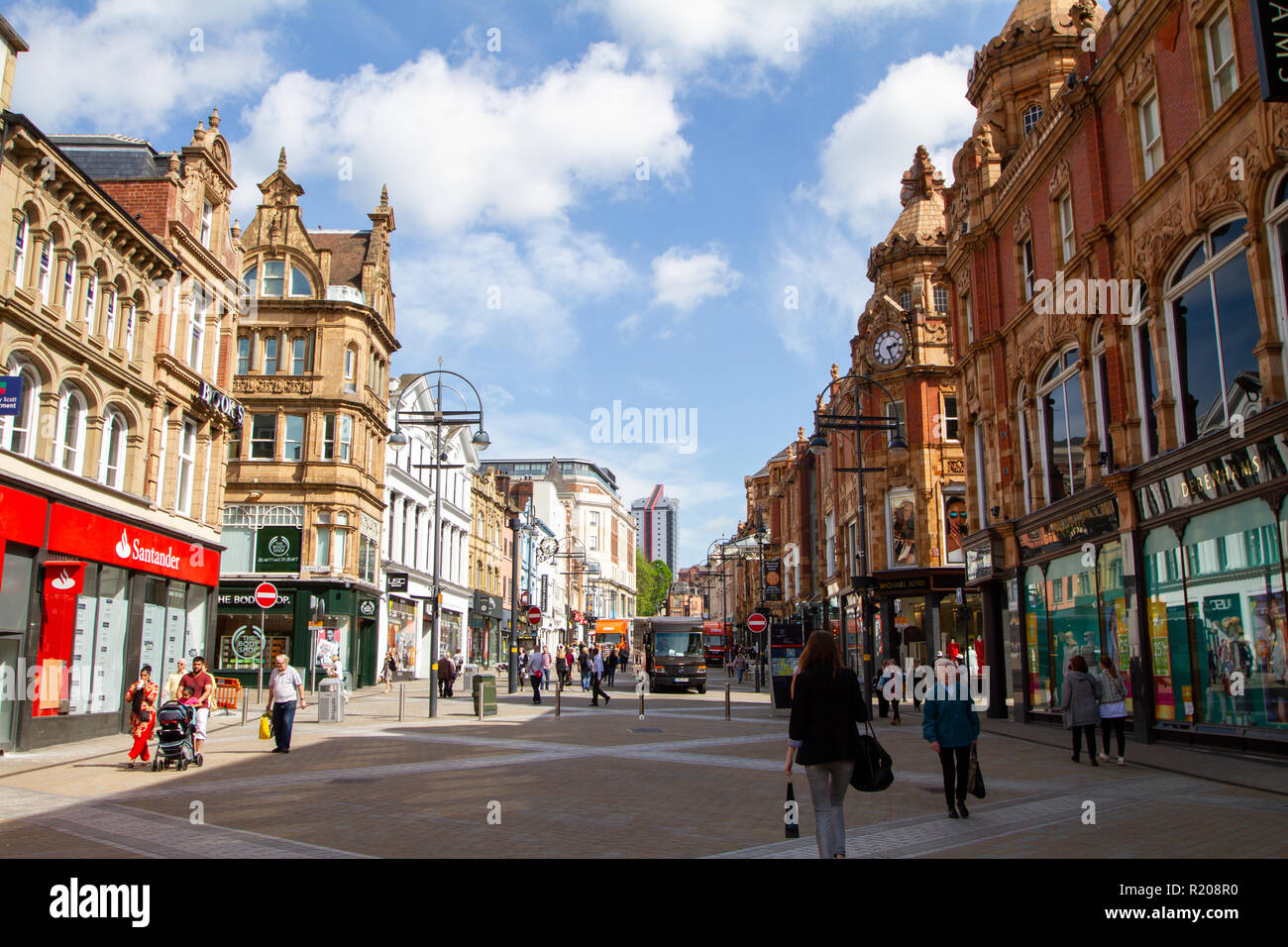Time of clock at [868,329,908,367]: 2:26
